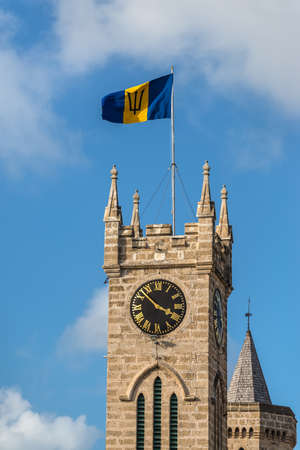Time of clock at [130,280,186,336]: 3:52
